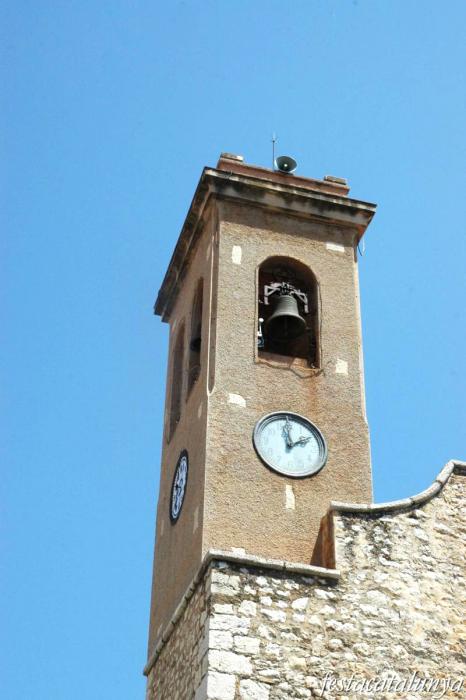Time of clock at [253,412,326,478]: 1:59
